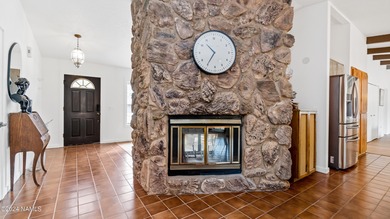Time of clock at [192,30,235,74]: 10:35
